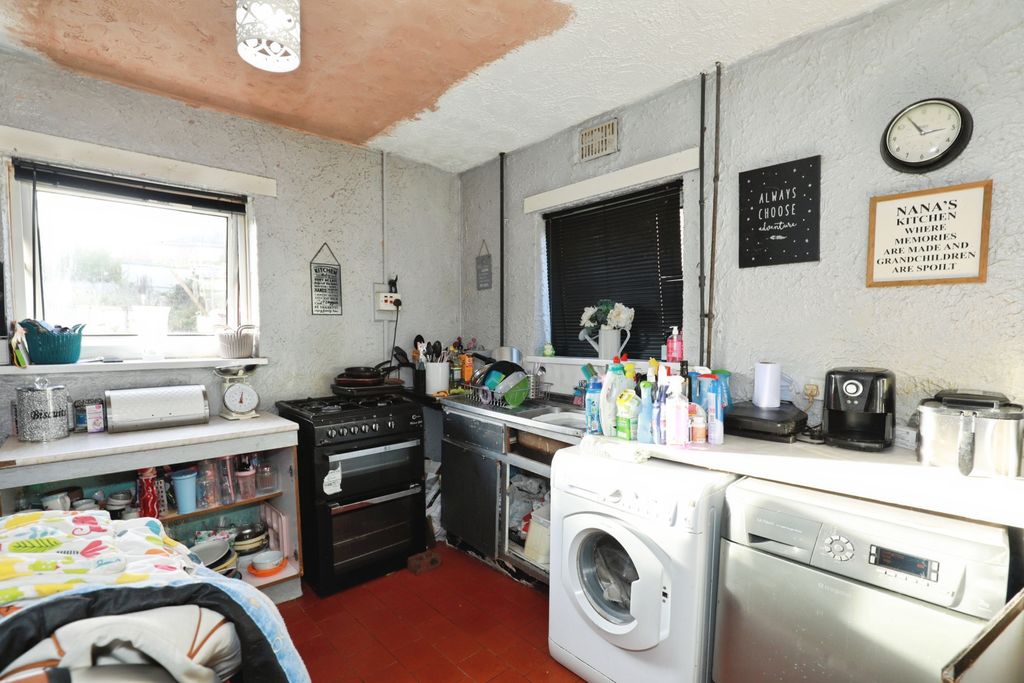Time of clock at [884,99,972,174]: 2:54
